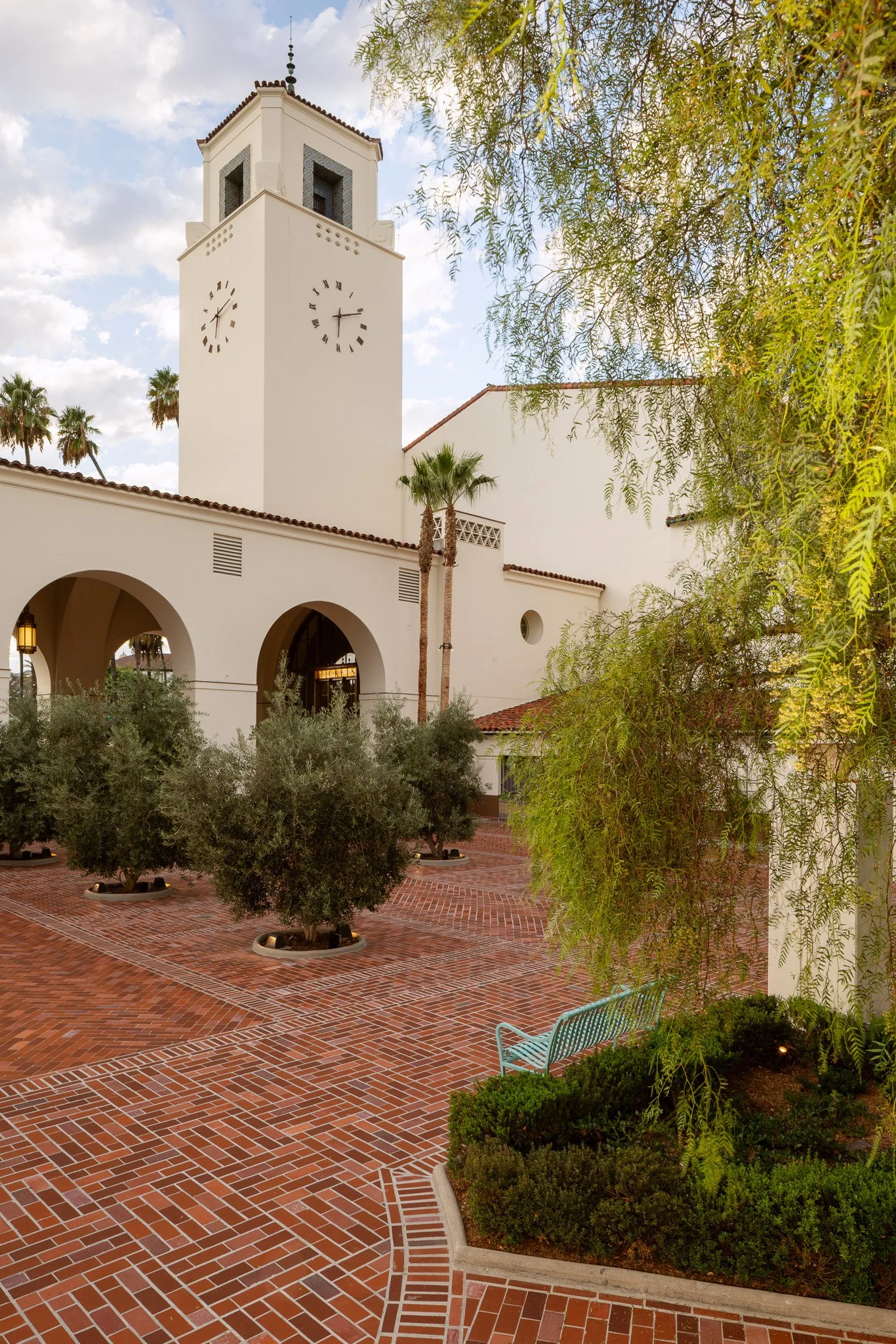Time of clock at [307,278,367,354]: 6:11
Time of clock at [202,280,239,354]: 6:11
